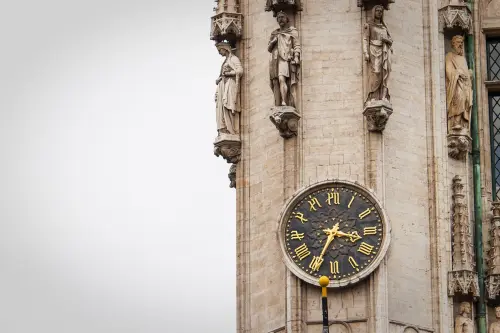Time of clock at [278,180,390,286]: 3:34
